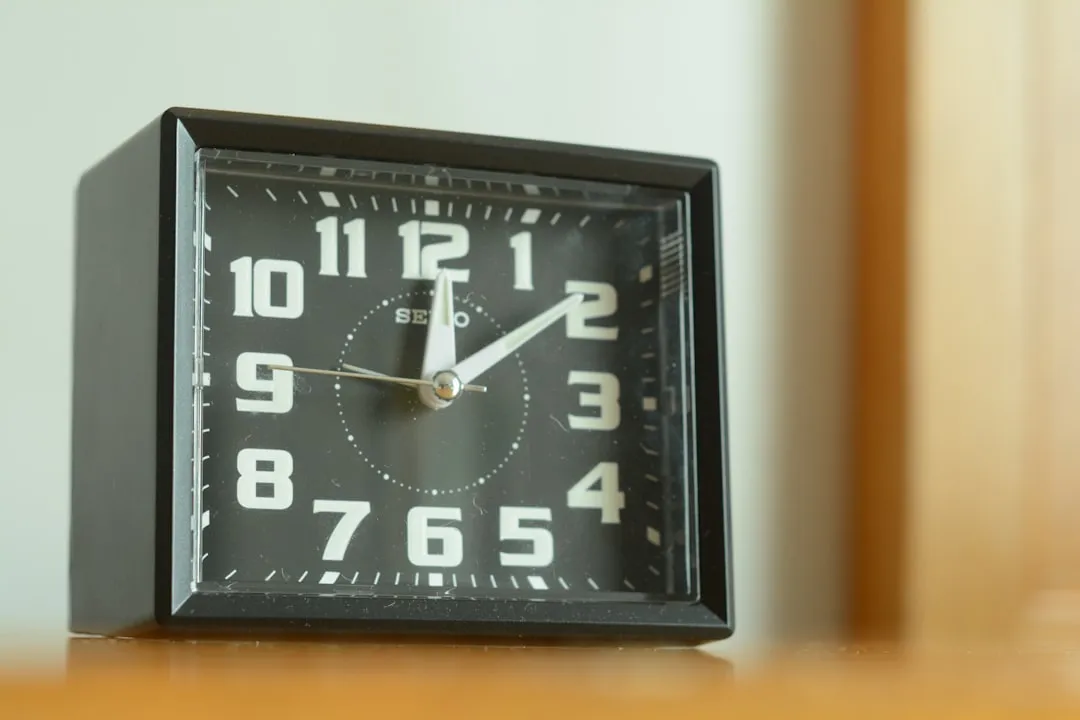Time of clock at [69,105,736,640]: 12:08
